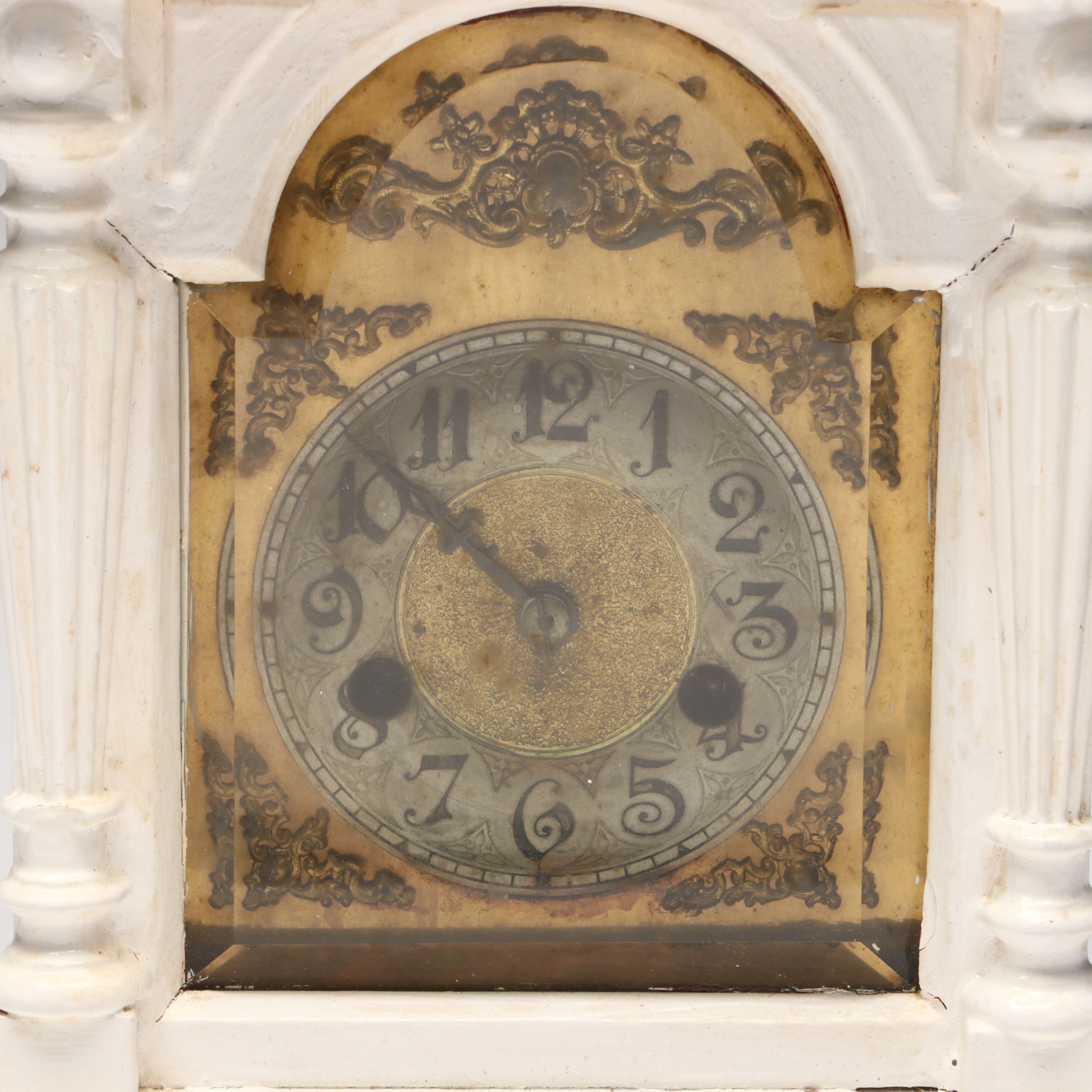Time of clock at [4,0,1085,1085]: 9:51
